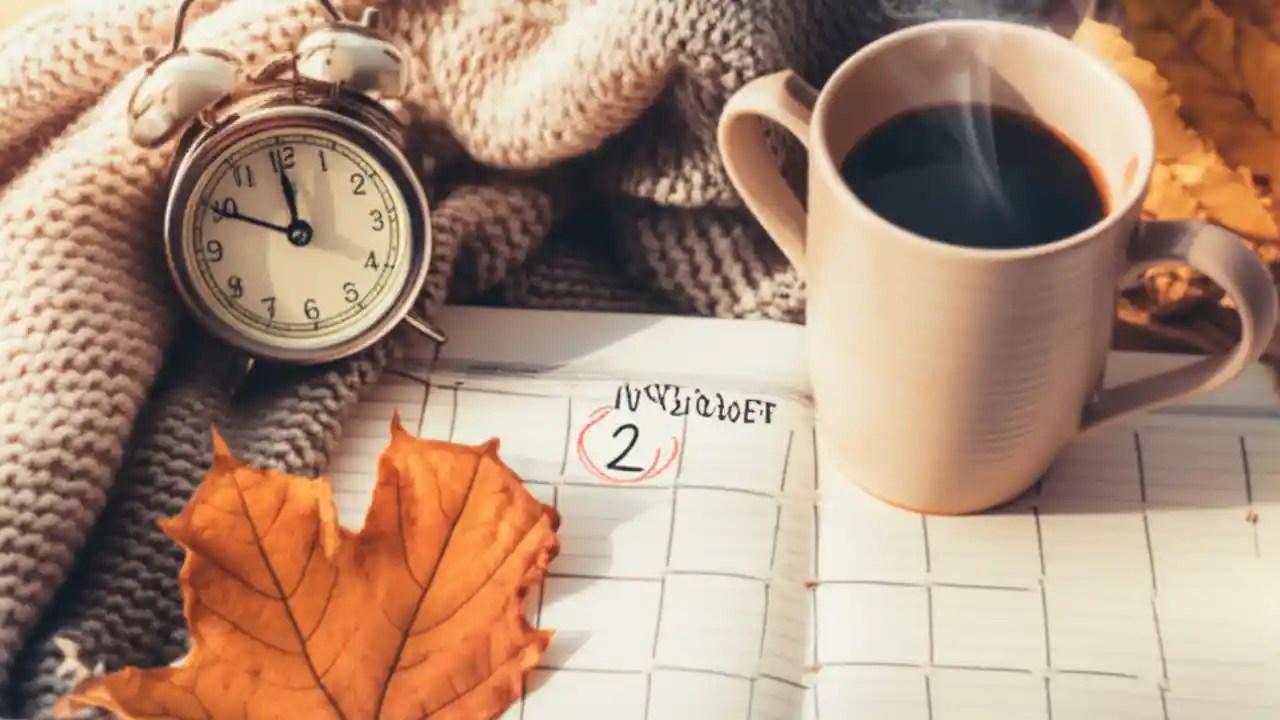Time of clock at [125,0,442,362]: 11:49
